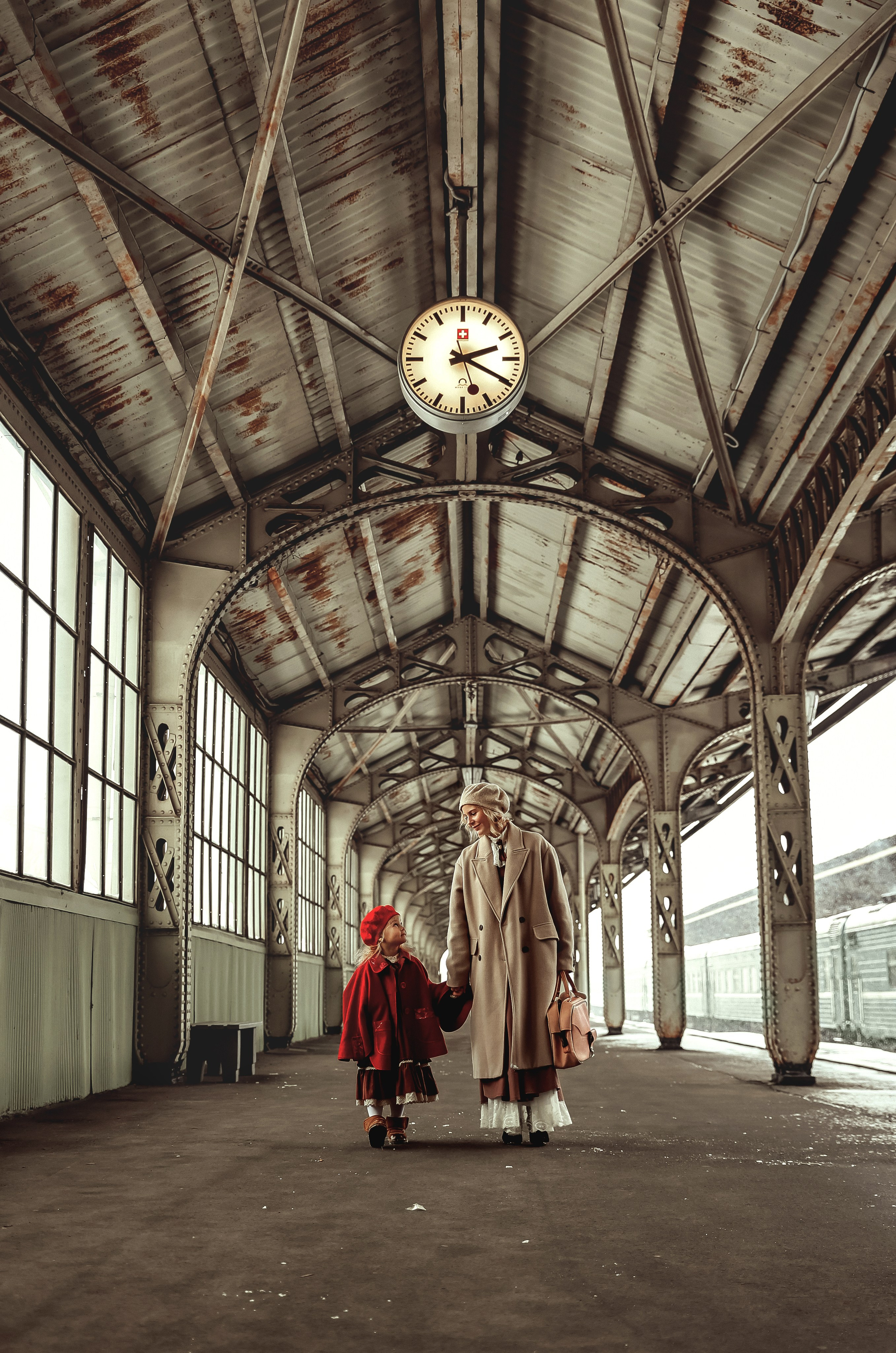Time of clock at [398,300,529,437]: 2:19
